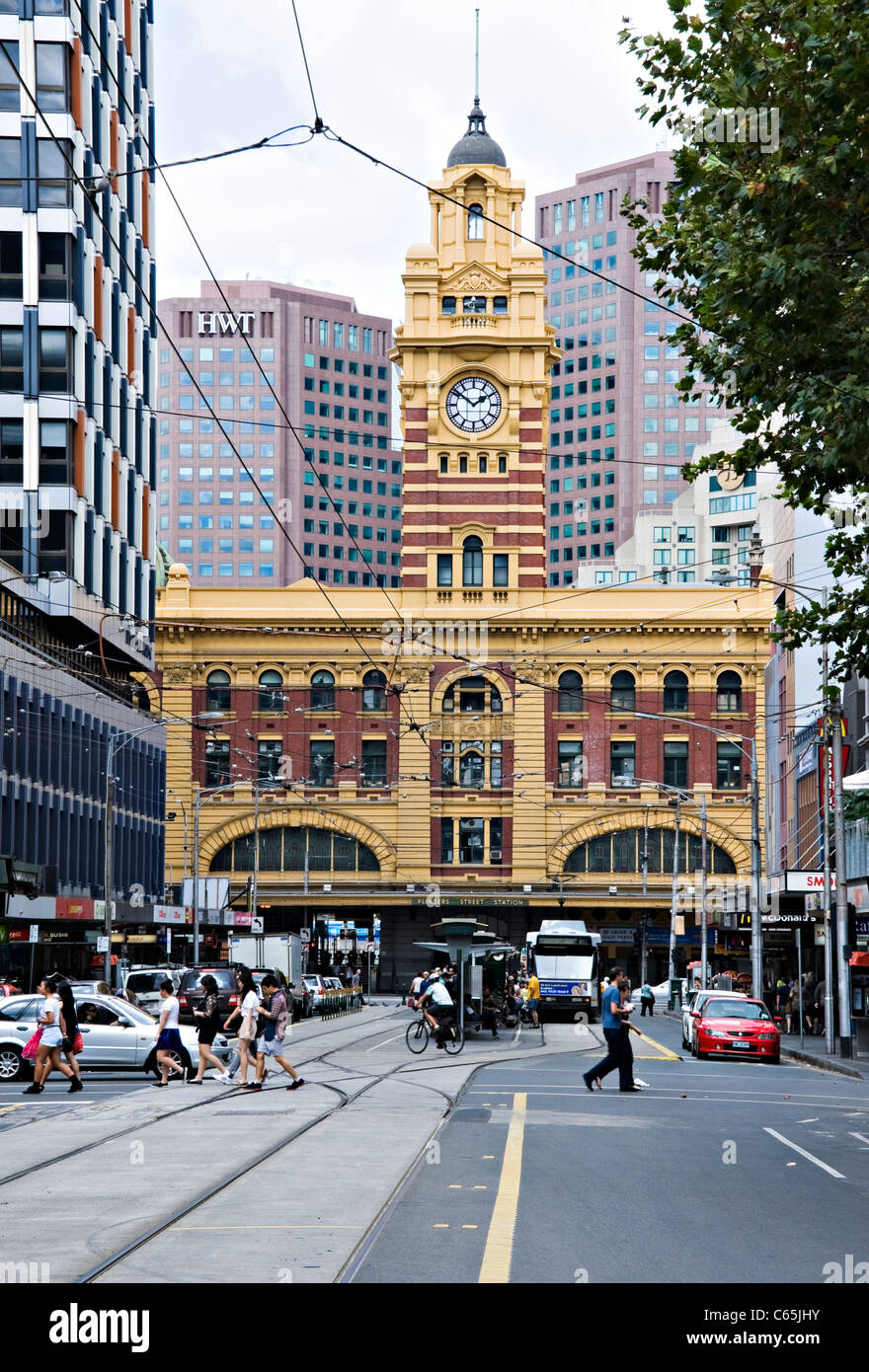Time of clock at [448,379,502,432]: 1:51
